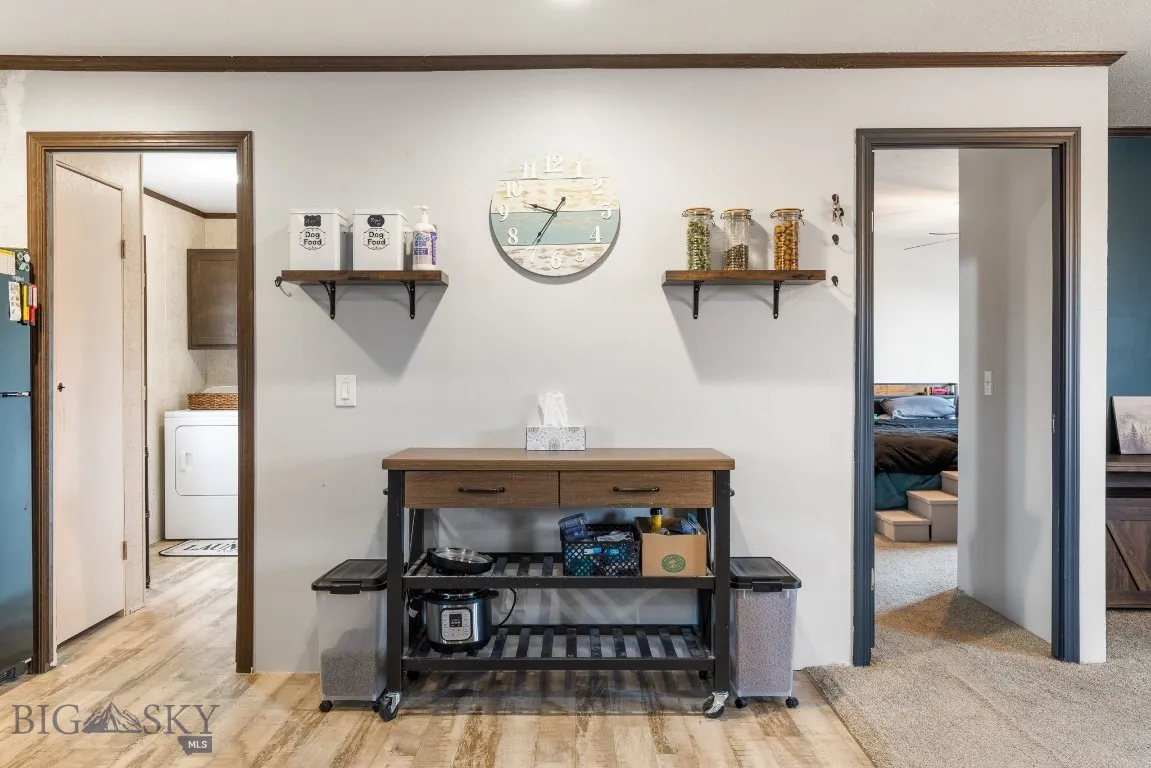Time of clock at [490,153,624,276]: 9:35
